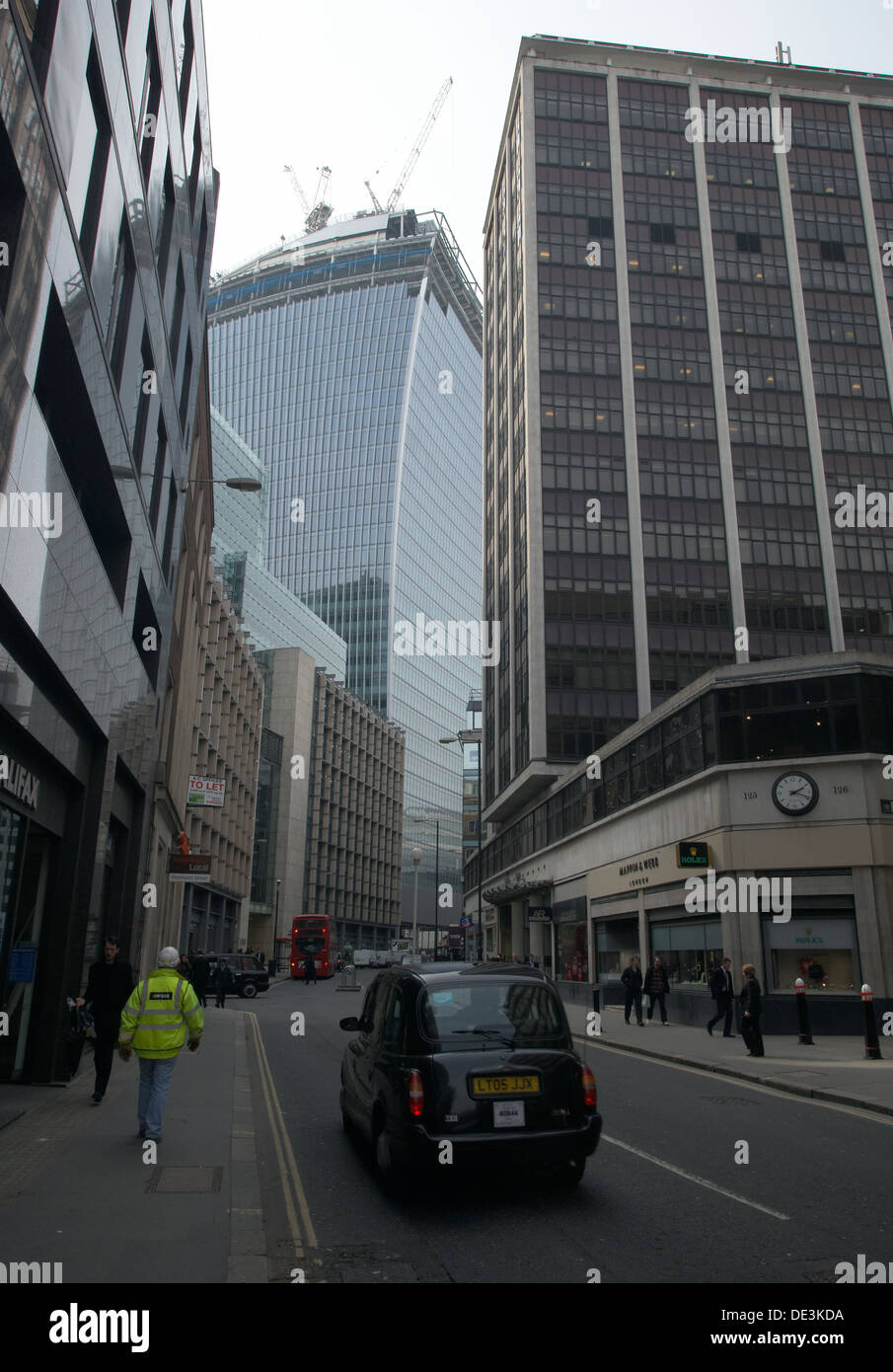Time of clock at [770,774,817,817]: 2:18
